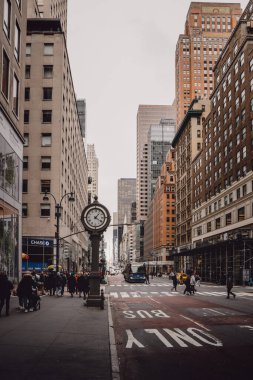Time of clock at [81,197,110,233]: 1:20
